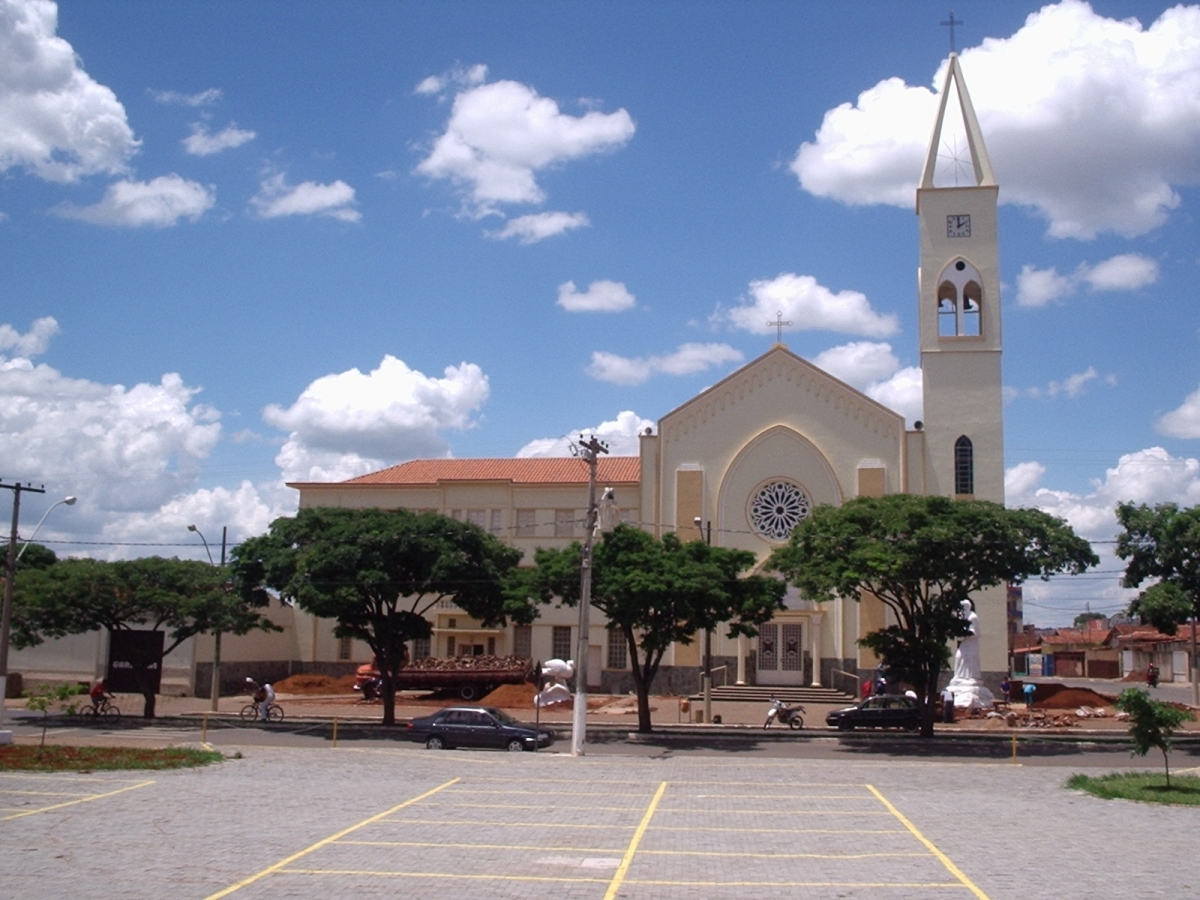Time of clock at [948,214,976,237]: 1:59
